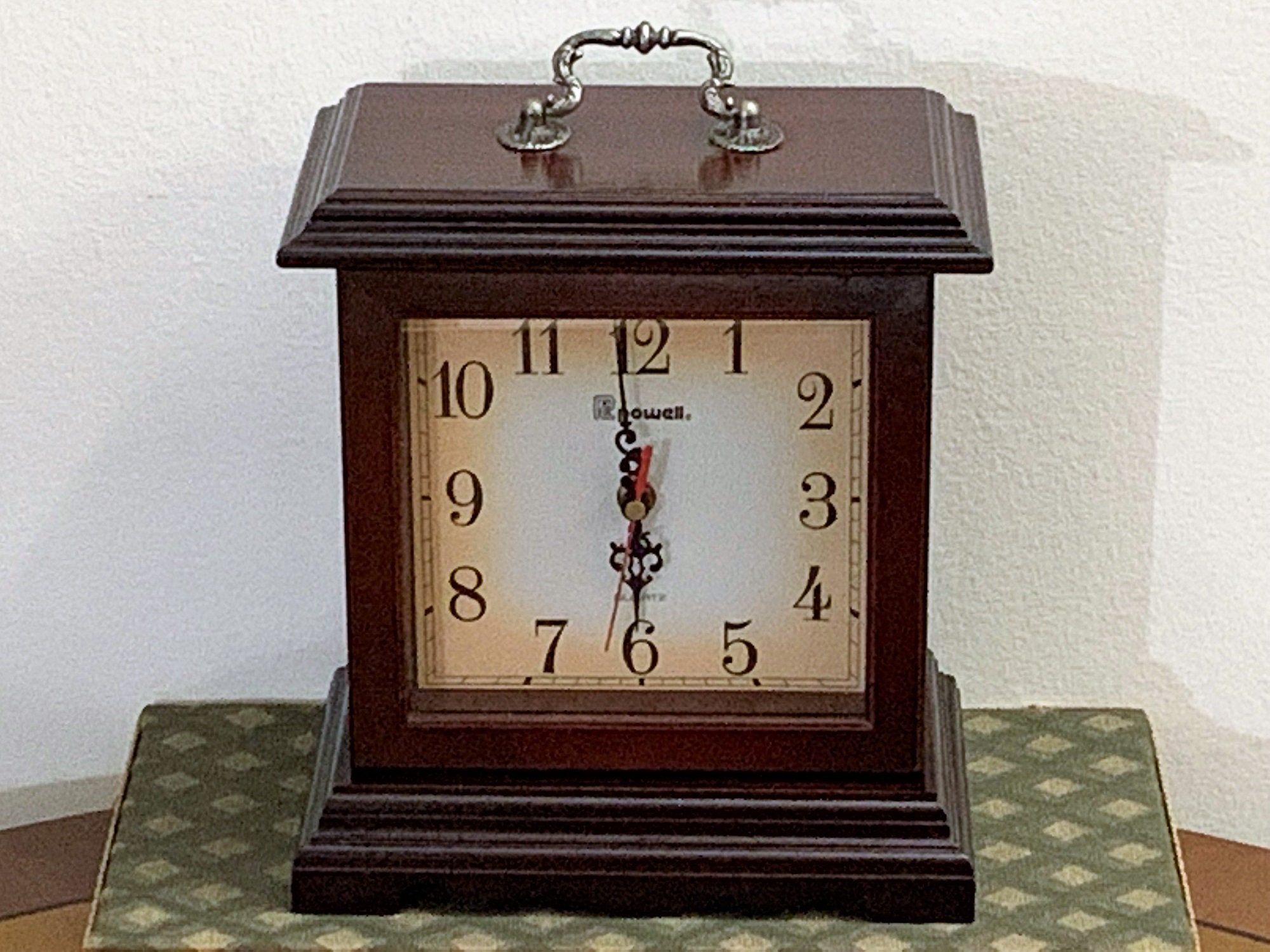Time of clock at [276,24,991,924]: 5:59
